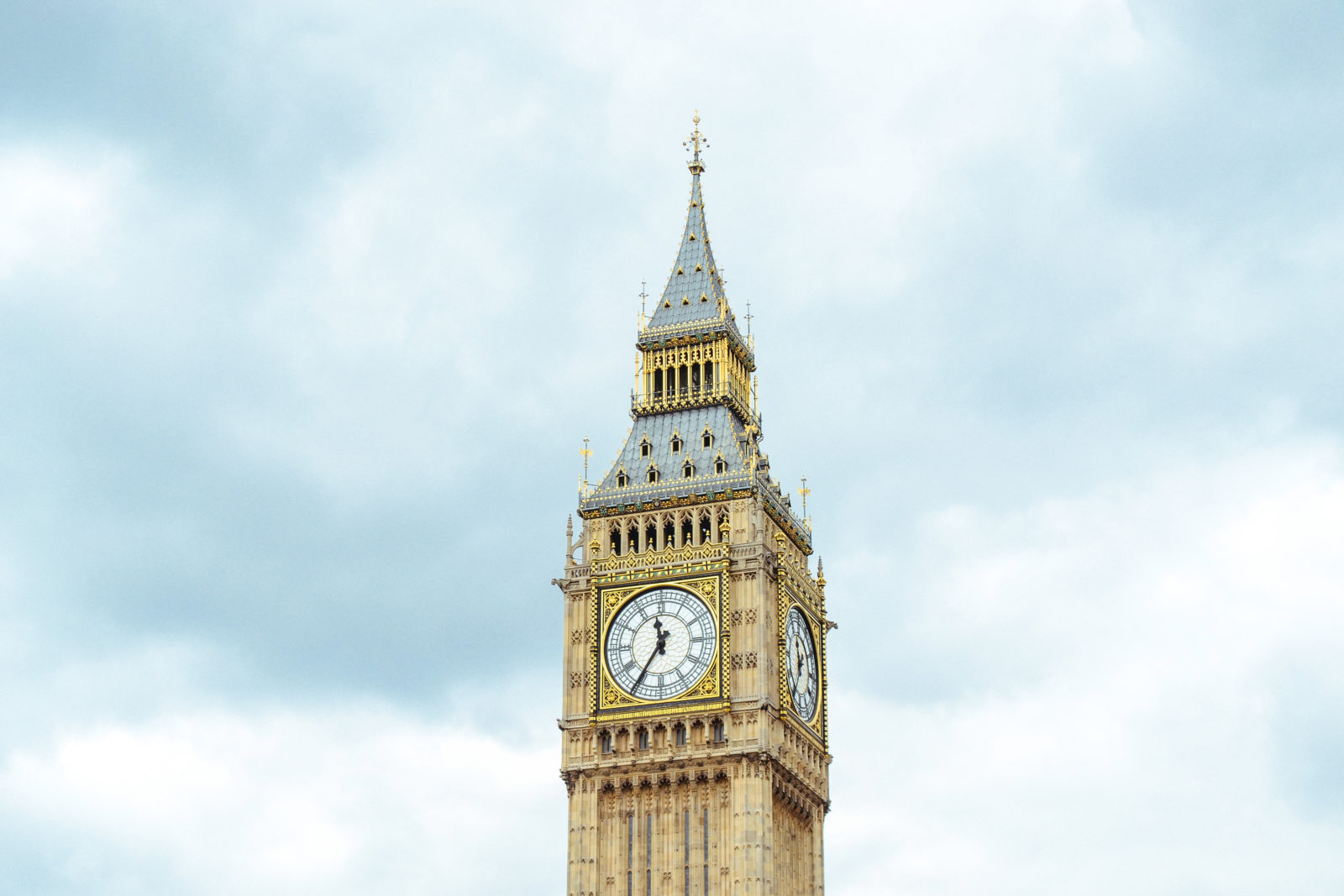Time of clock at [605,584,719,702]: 11:35
